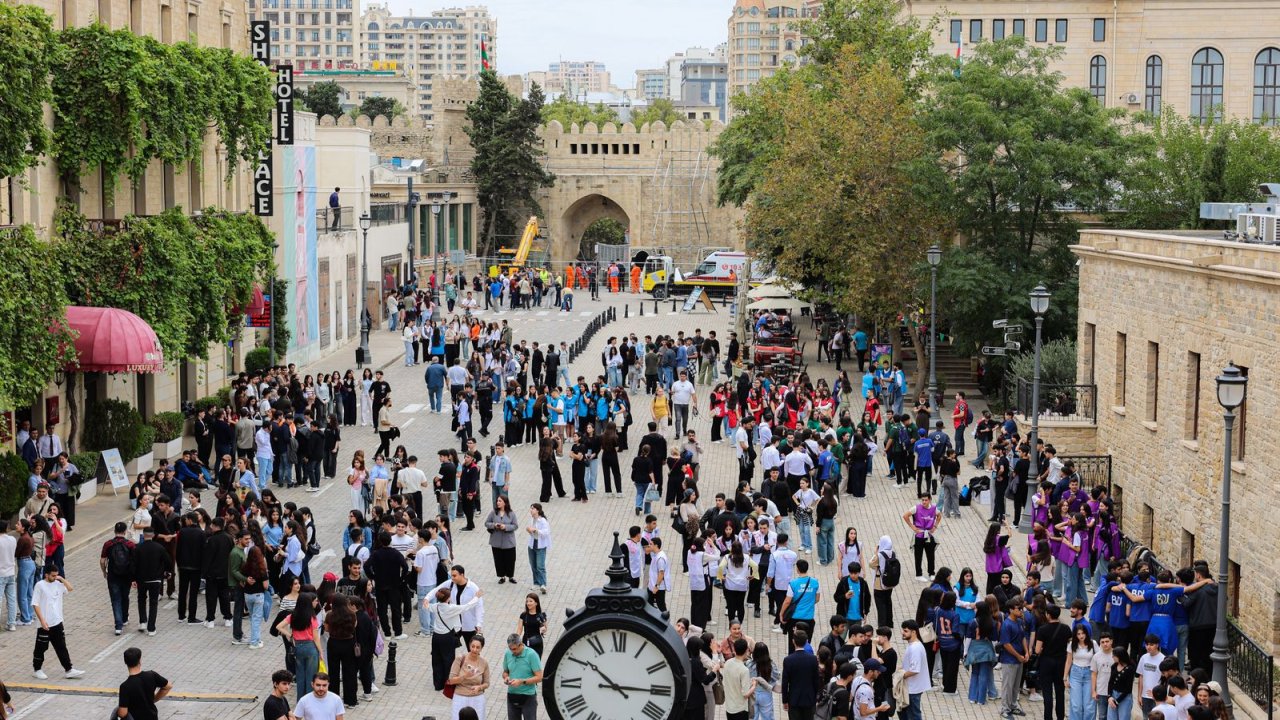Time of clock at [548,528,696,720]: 10:15
